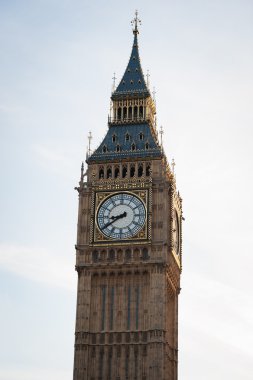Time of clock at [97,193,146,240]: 8:39
